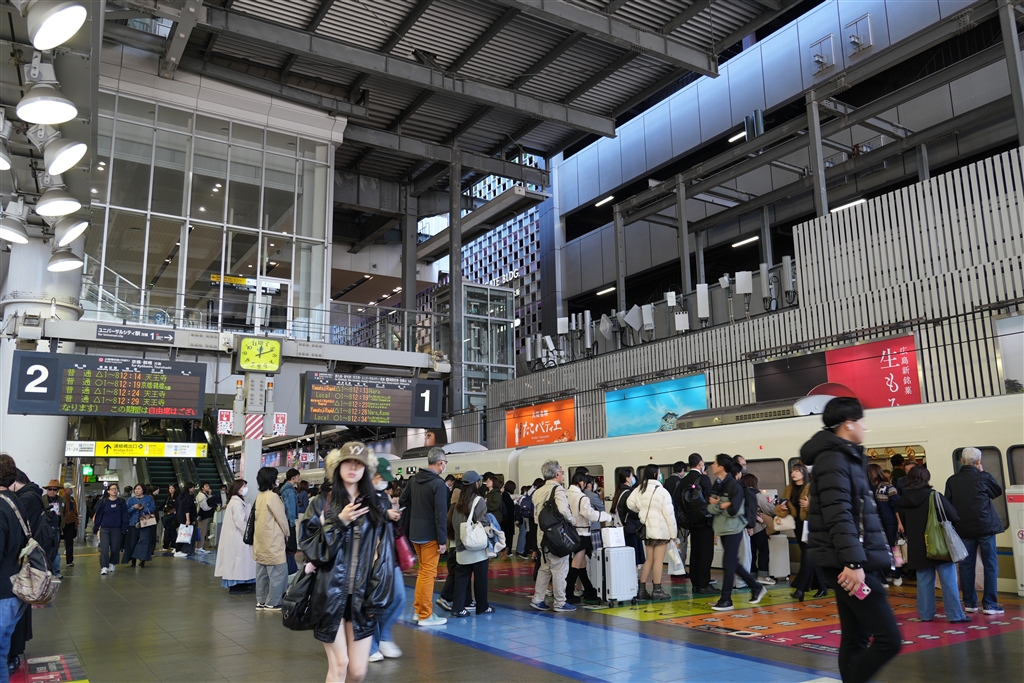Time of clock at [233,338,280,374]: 12:11
